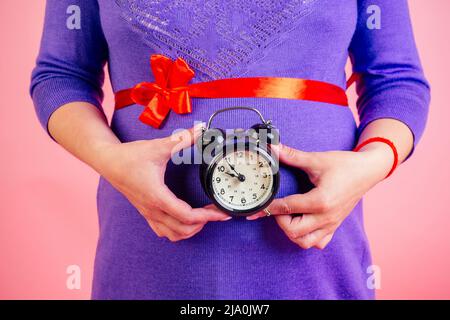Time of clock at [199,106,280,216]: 9:53
